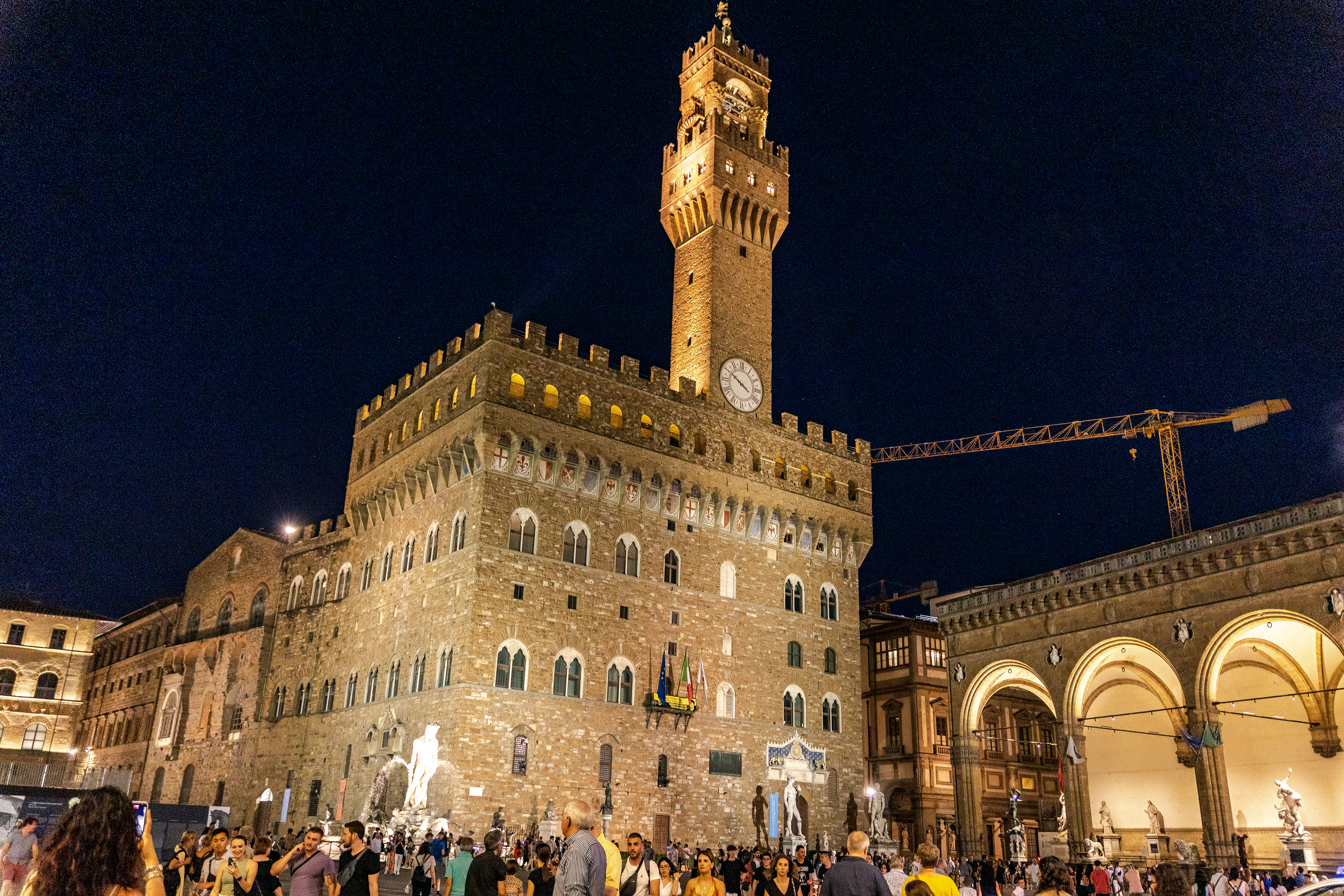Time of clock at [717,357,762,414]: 3:50
